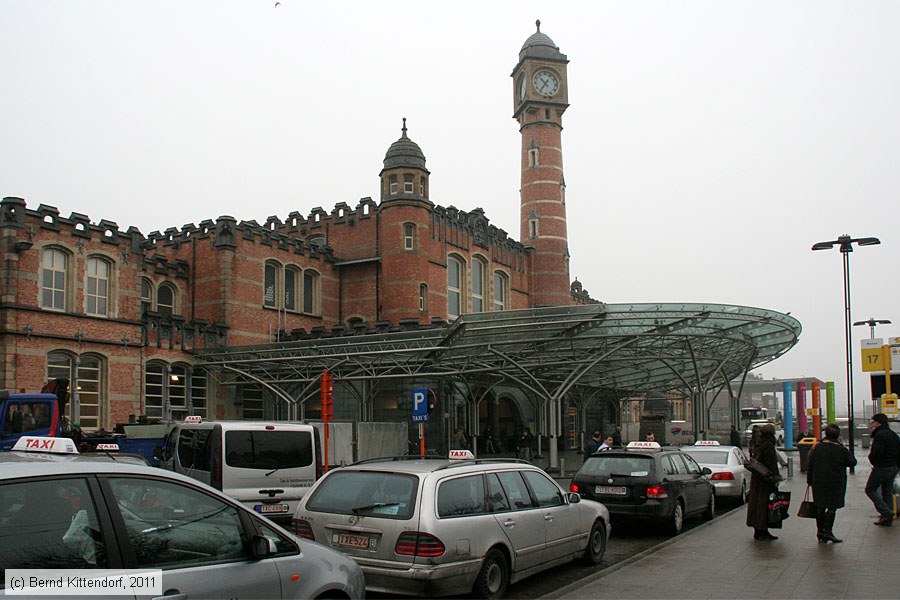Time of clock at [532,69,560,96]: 10:36
